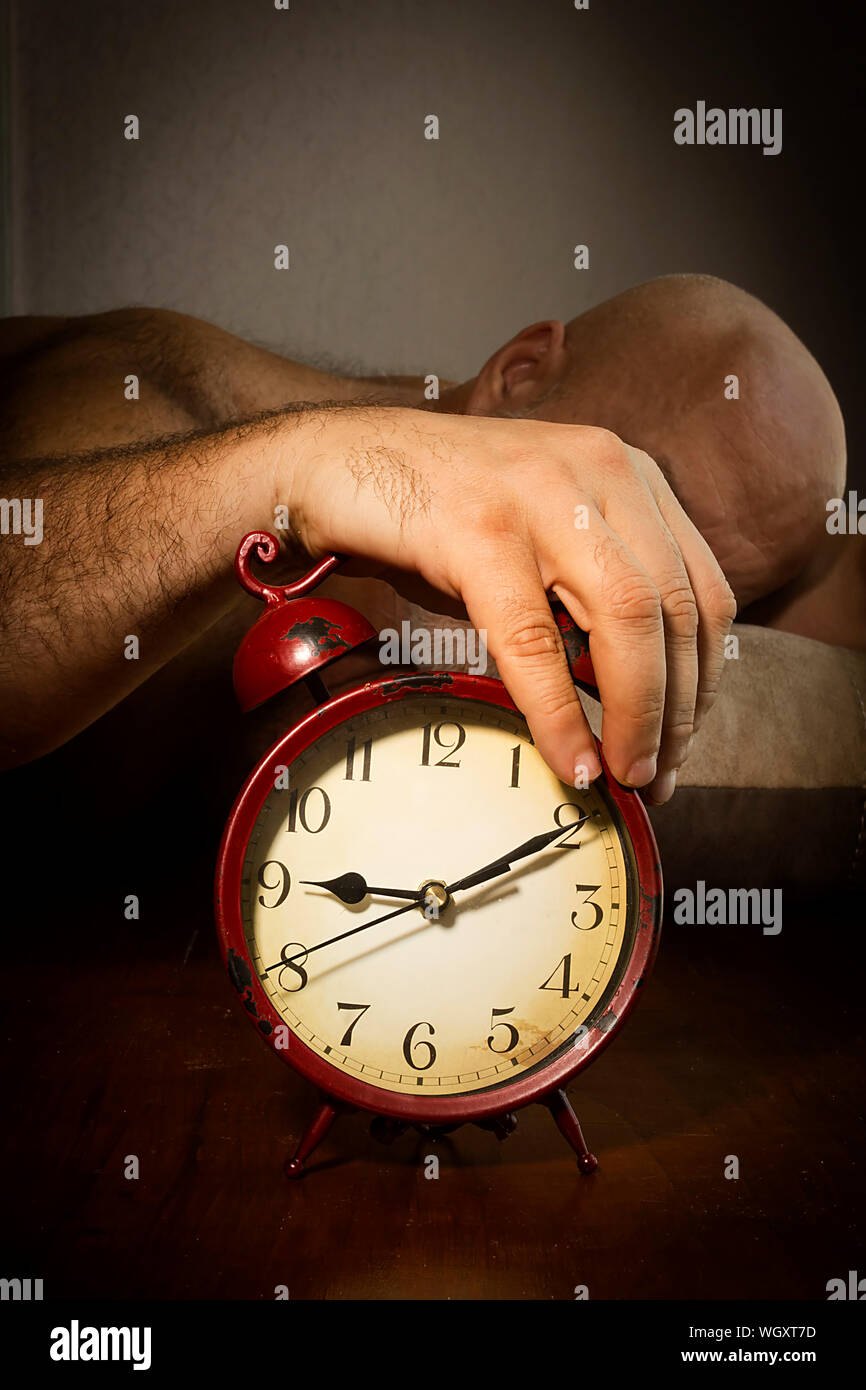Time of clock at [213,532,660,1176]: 9:10
